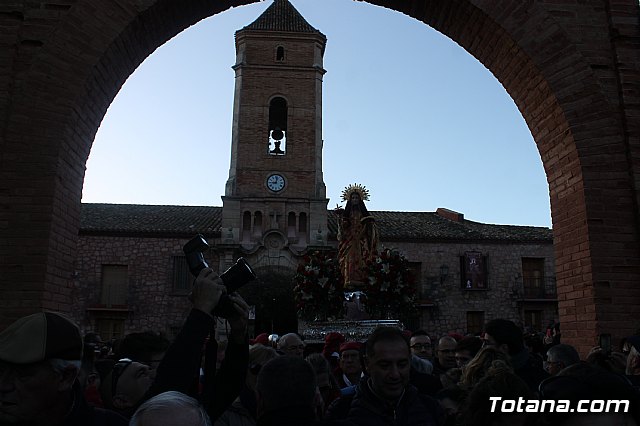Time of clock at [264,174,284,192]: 9:02
